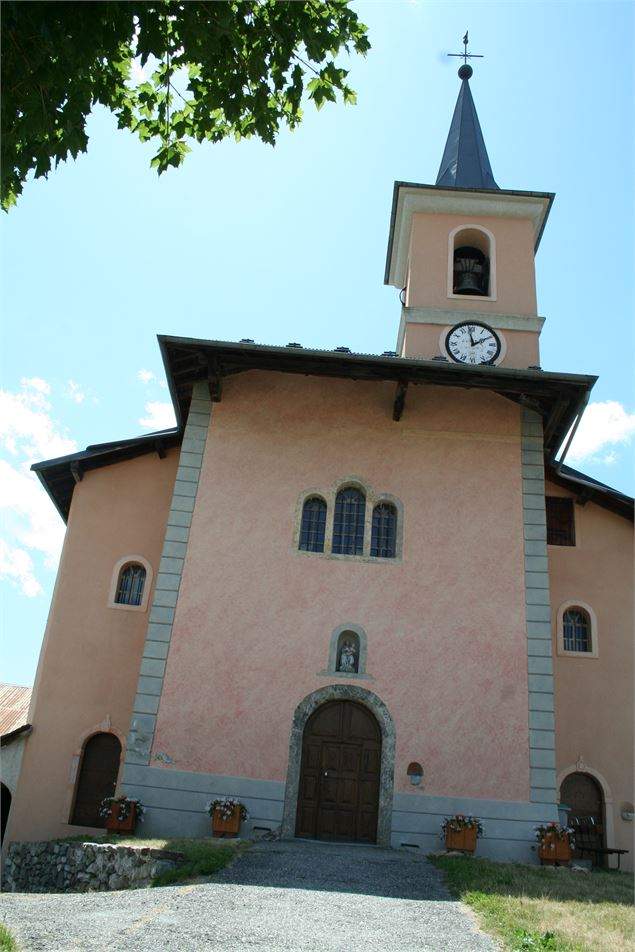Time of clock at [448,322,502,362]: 1:58
